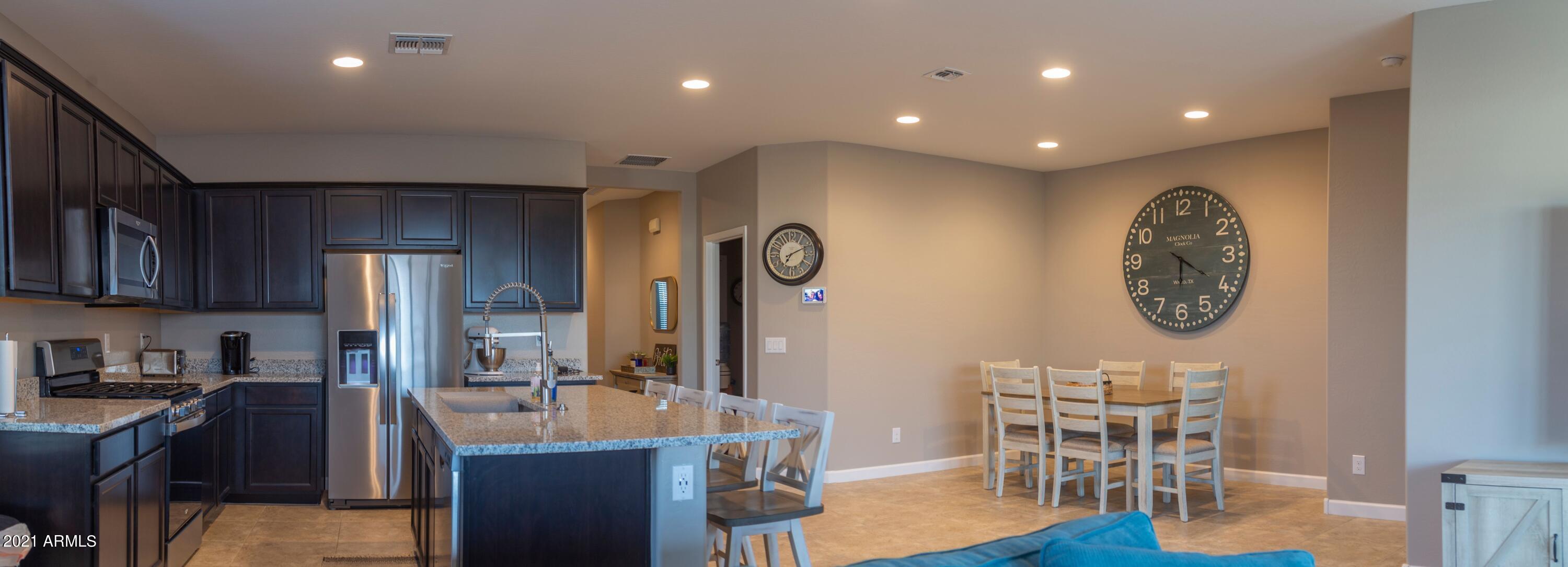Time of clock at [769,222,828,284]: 7:11
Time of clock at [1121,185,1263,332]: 6:20
